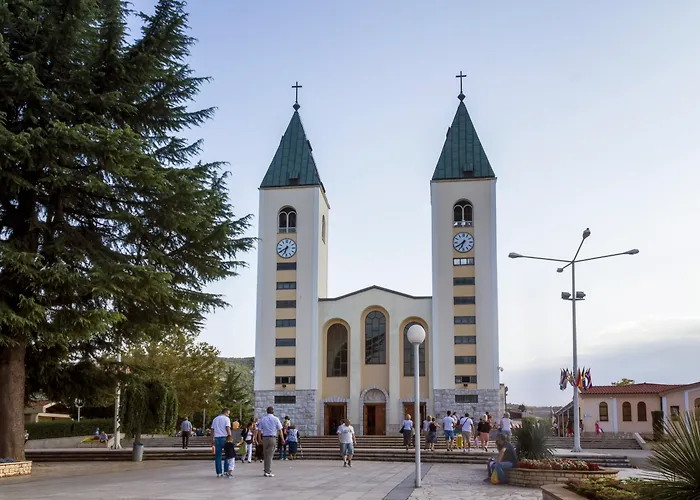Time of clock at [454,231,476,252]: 6:39
